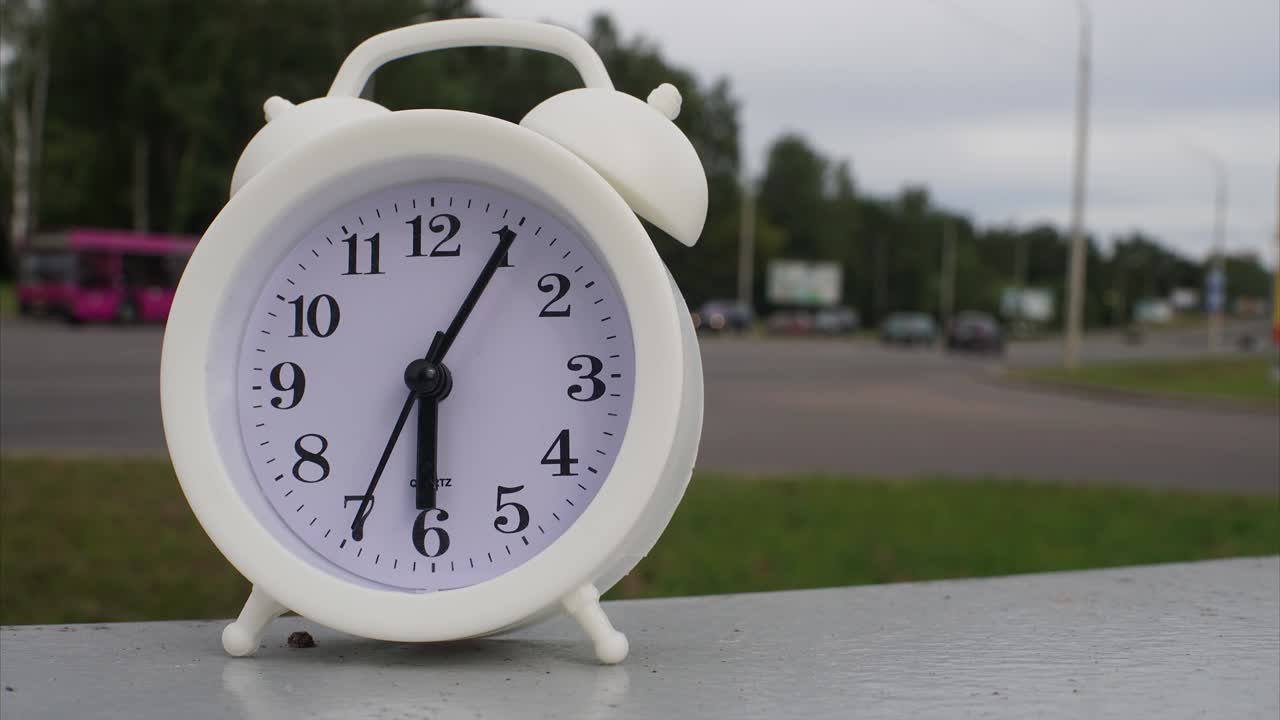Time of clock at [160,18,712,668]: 6:05
